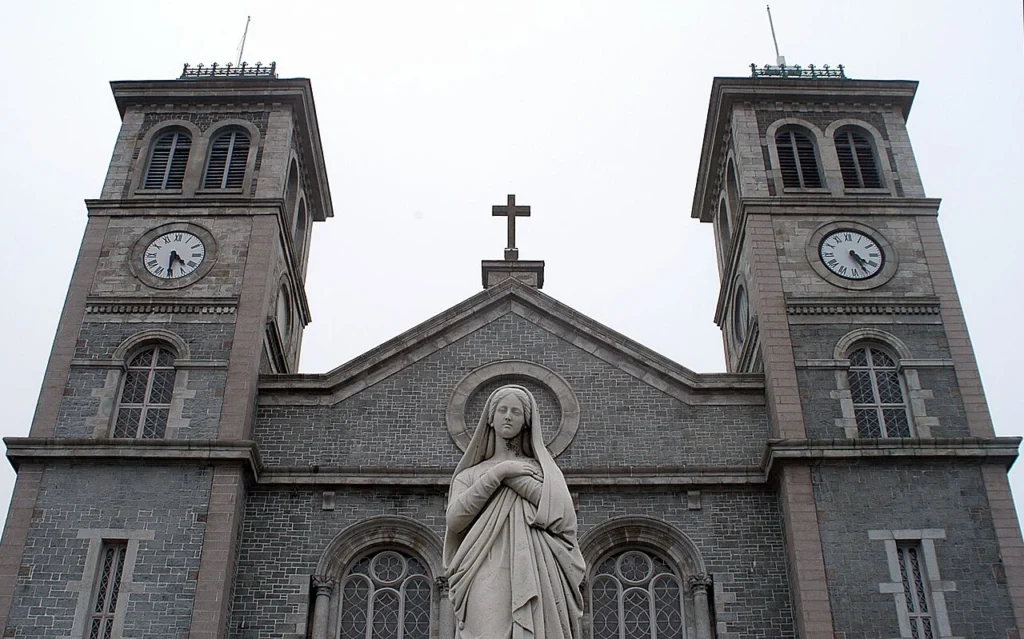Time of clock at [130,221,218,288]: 4:30
